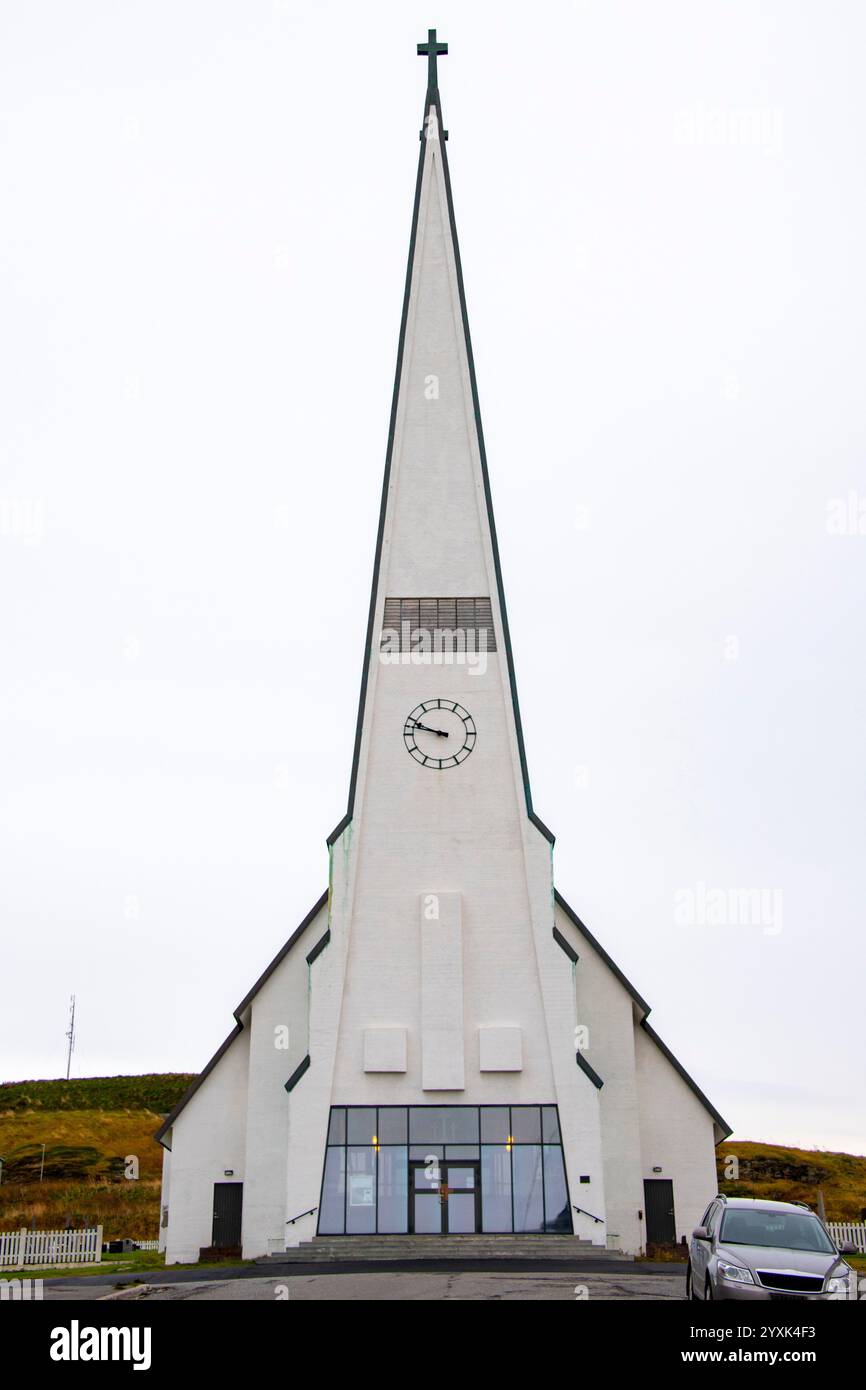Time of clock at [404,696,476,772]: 9:47
